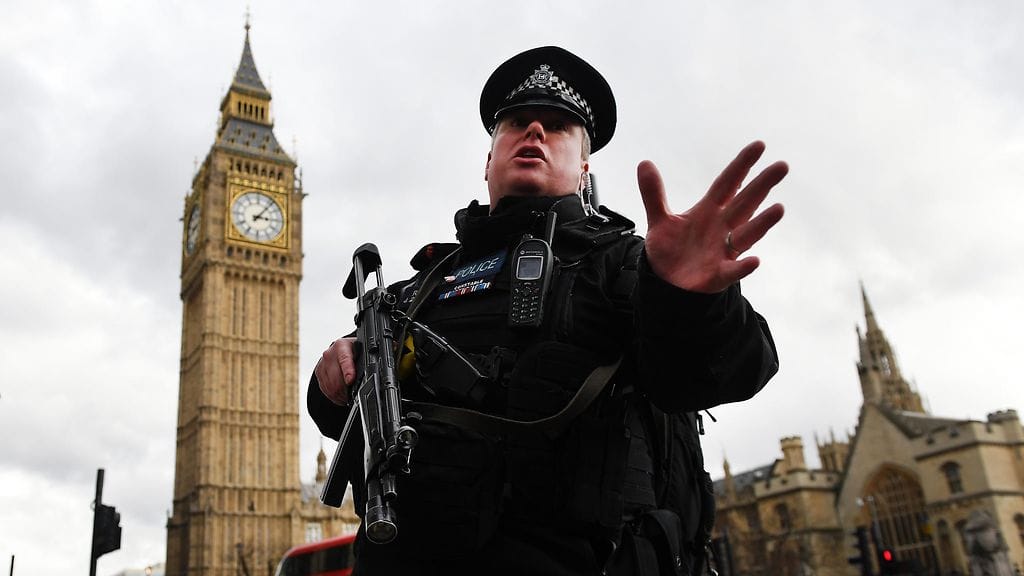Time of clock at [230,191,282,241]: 3:06
